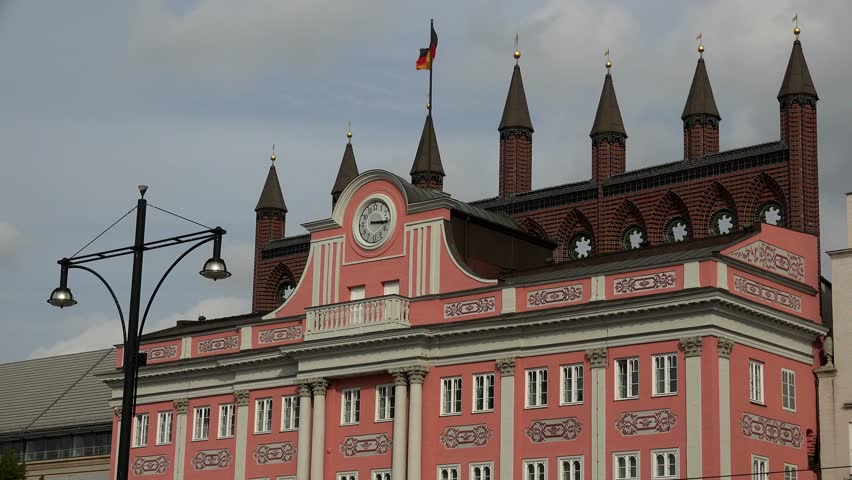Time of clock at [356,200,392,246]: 3:15
